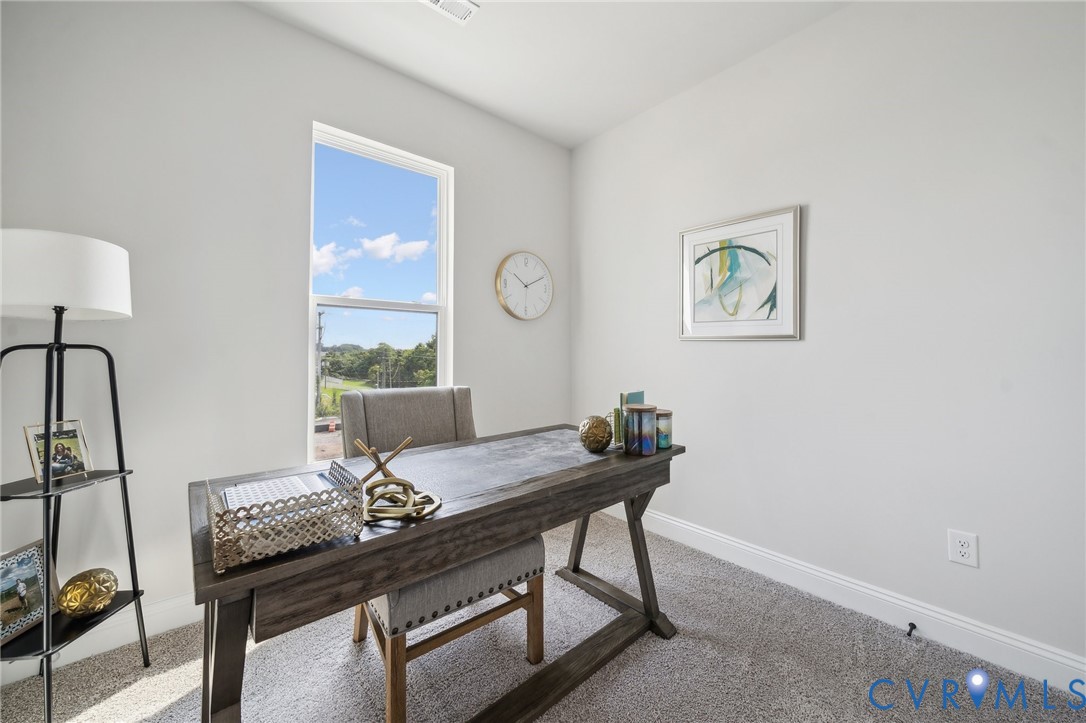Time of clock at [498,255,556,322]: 10:10
